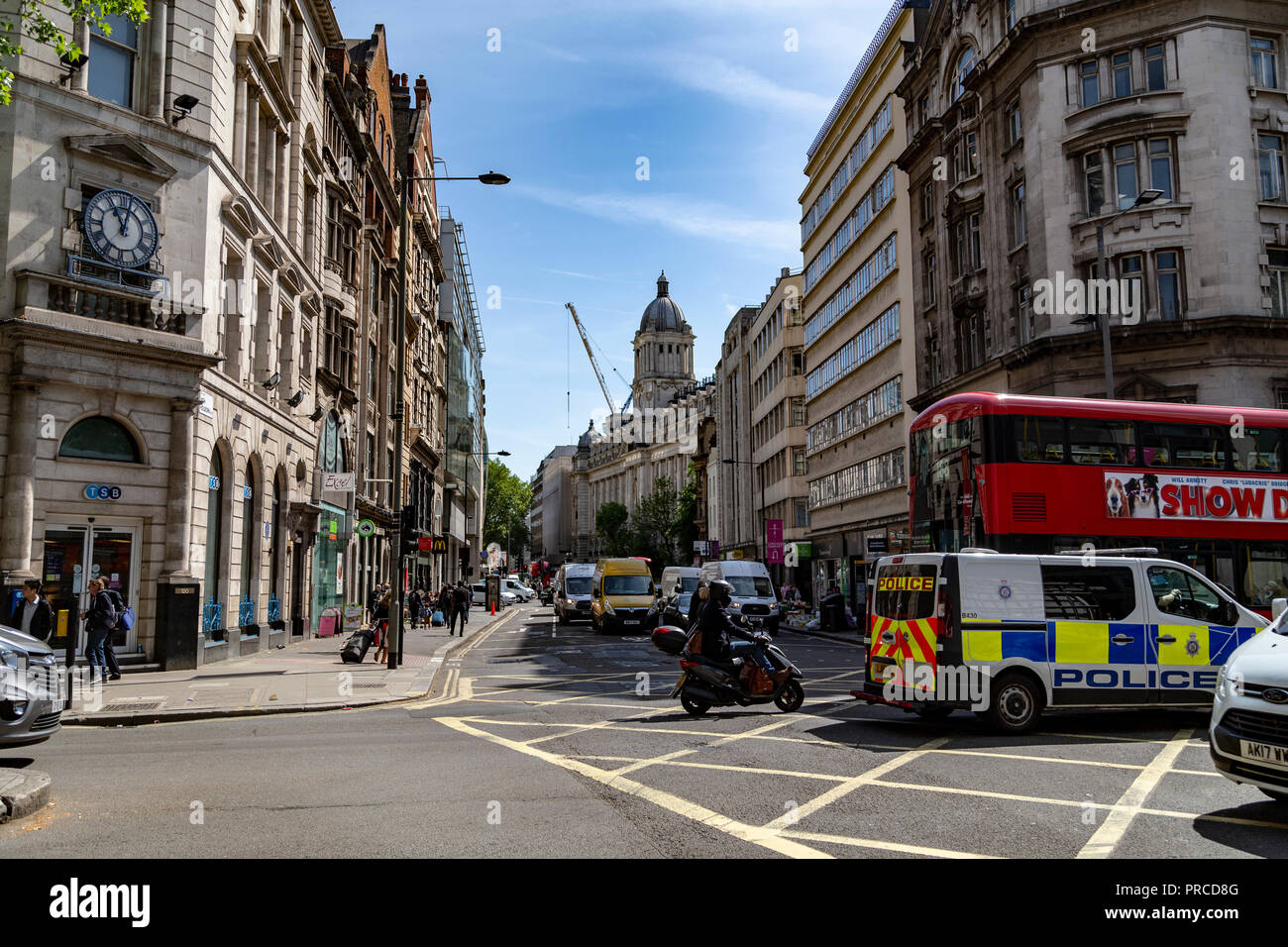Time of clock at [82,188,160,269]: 11:03
